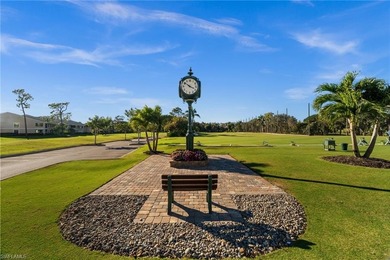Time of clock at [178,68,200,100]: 3:51
